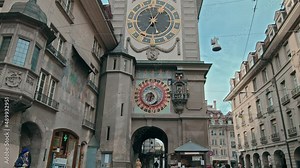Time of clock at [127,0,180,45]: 5:35
